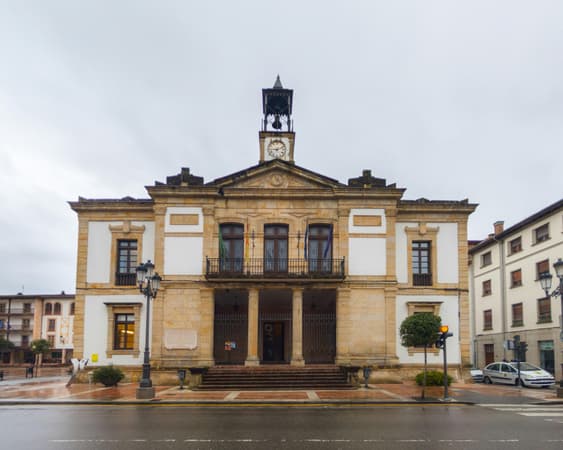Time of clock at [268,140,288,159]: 9:11
